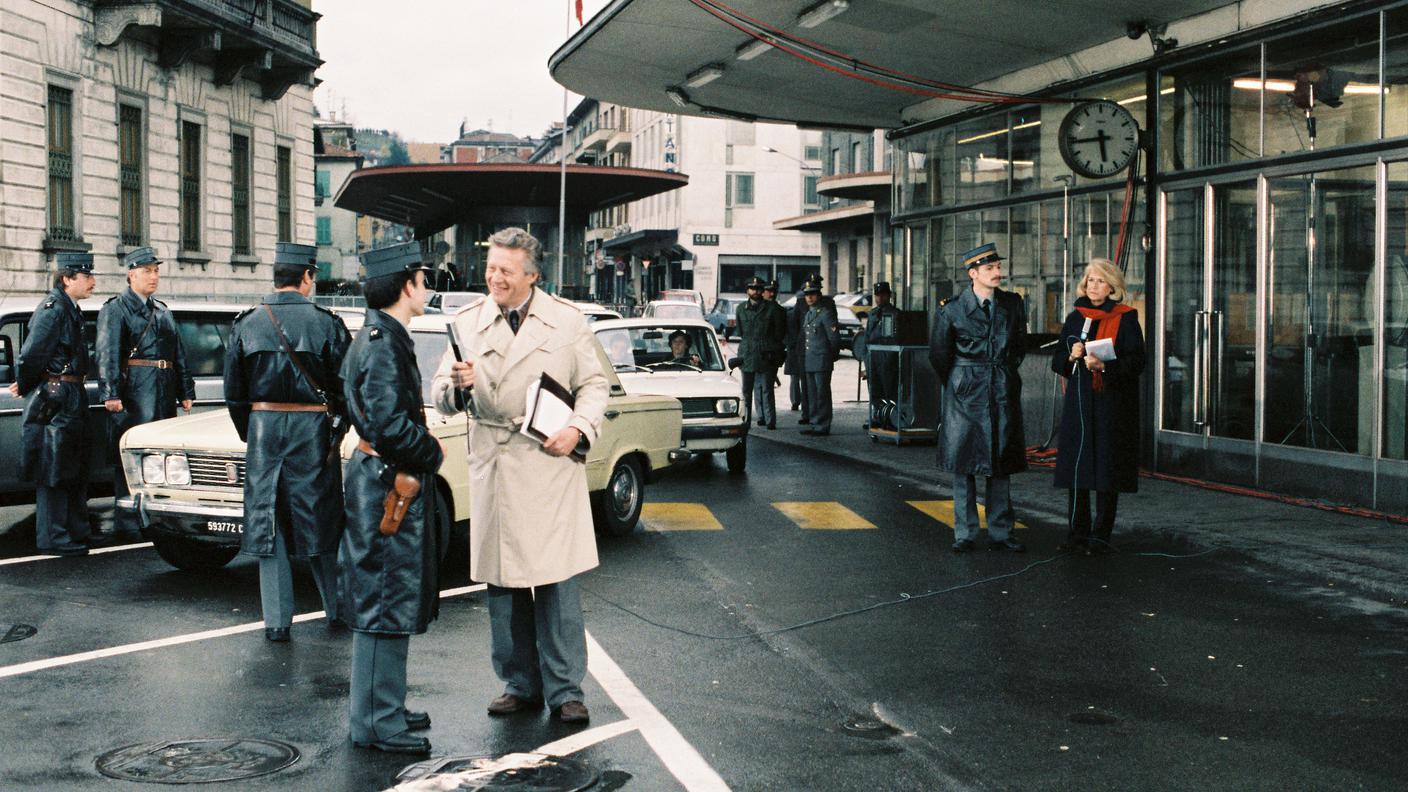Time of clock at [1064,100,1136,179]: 5:43
